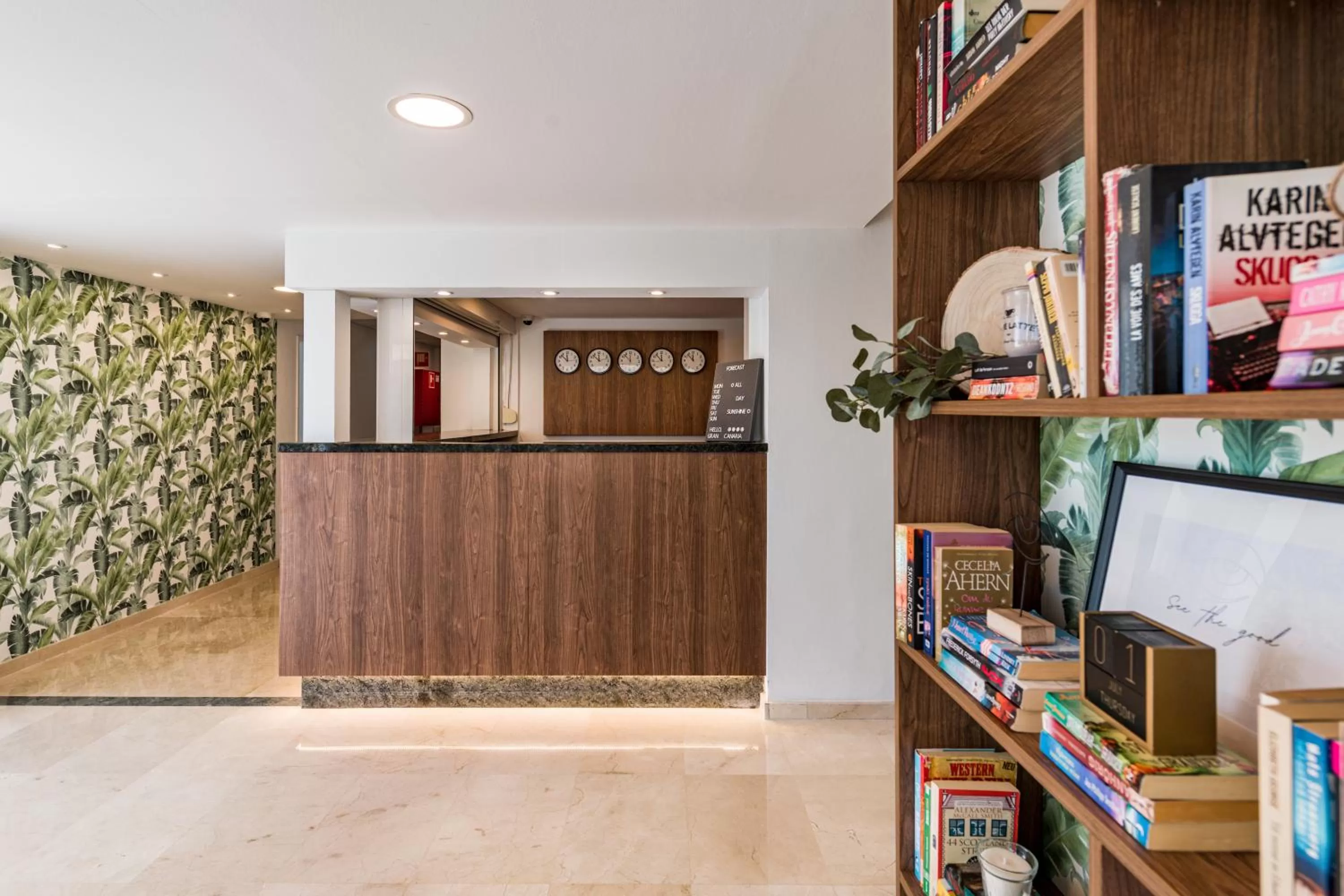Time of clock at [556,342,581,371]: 11:52
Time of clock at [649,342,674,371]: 11:52
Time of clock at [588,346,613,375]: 11:52
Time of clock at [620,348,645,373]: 11:52
